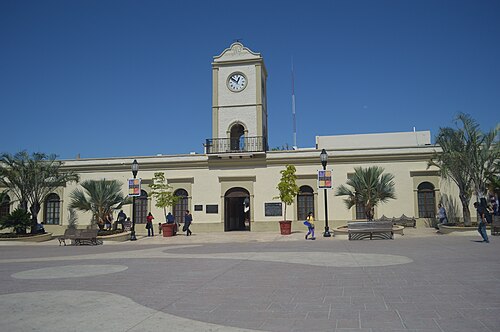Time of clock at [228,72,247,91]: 12:51
